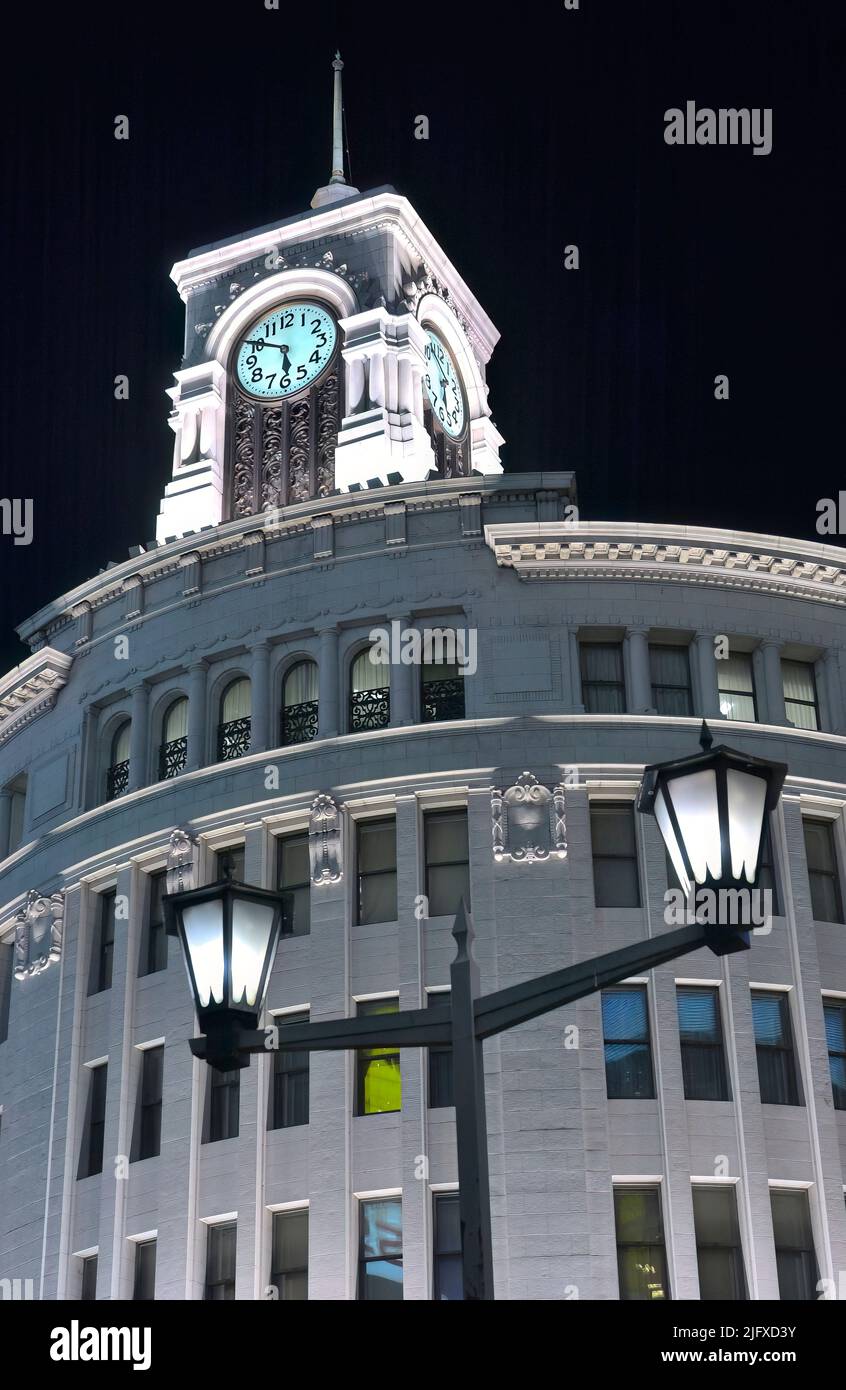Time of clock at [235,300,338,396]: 5:50
